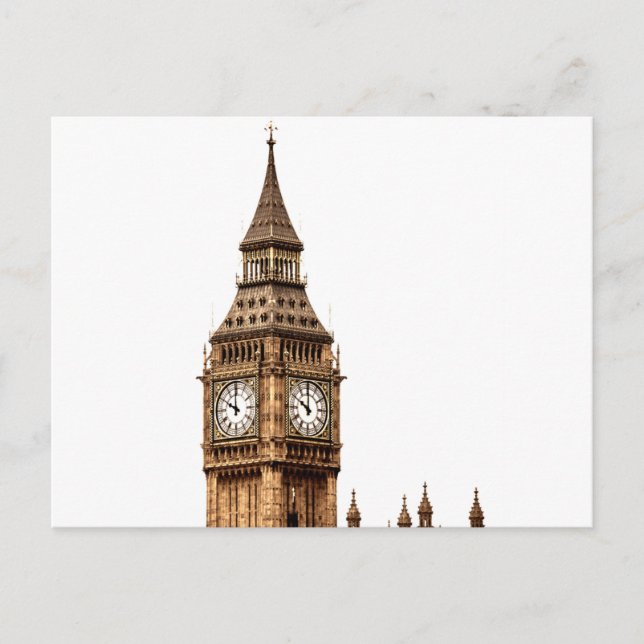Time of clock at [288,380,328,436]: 10:00
